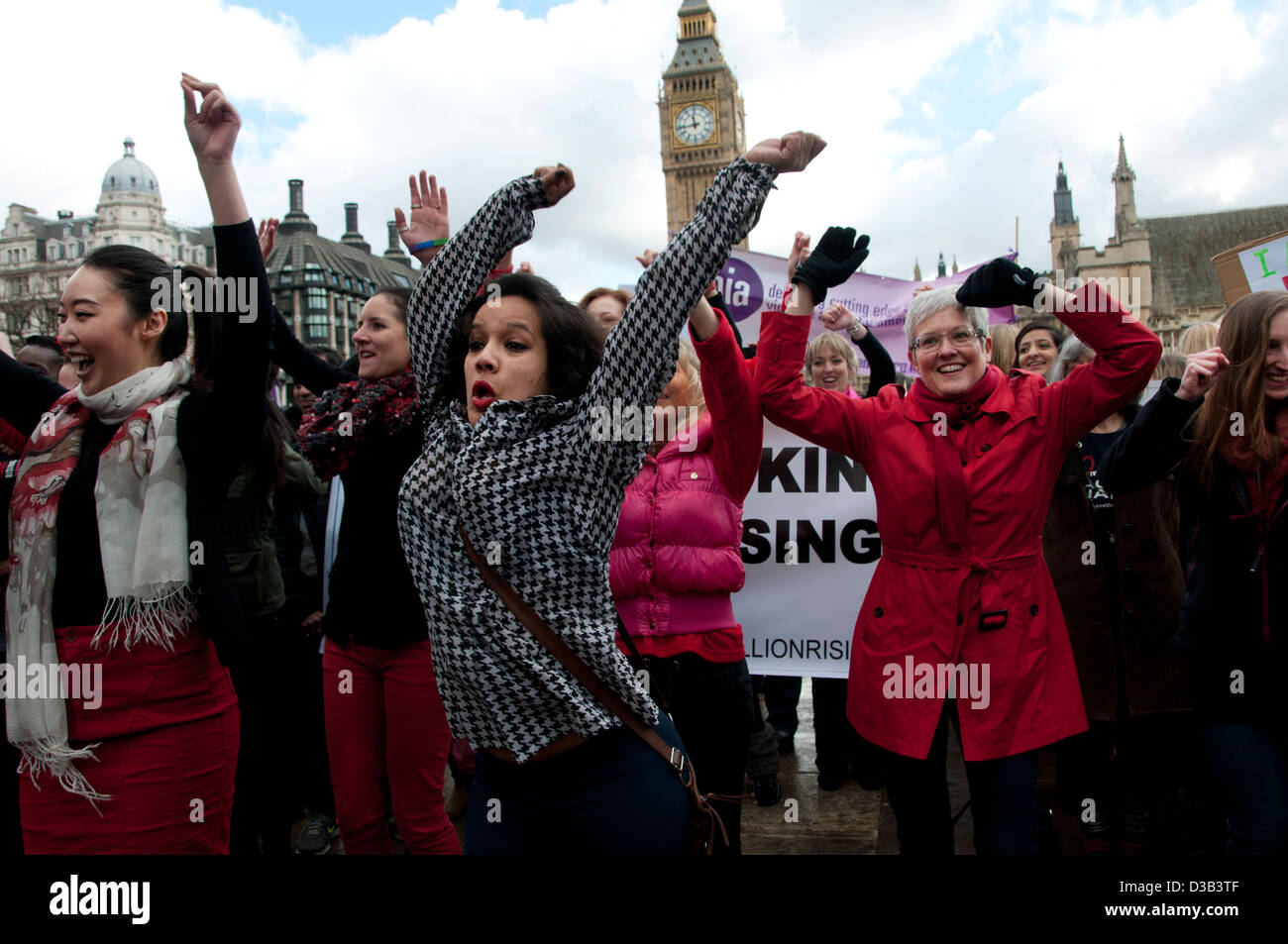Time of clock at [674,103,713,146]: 11:43
